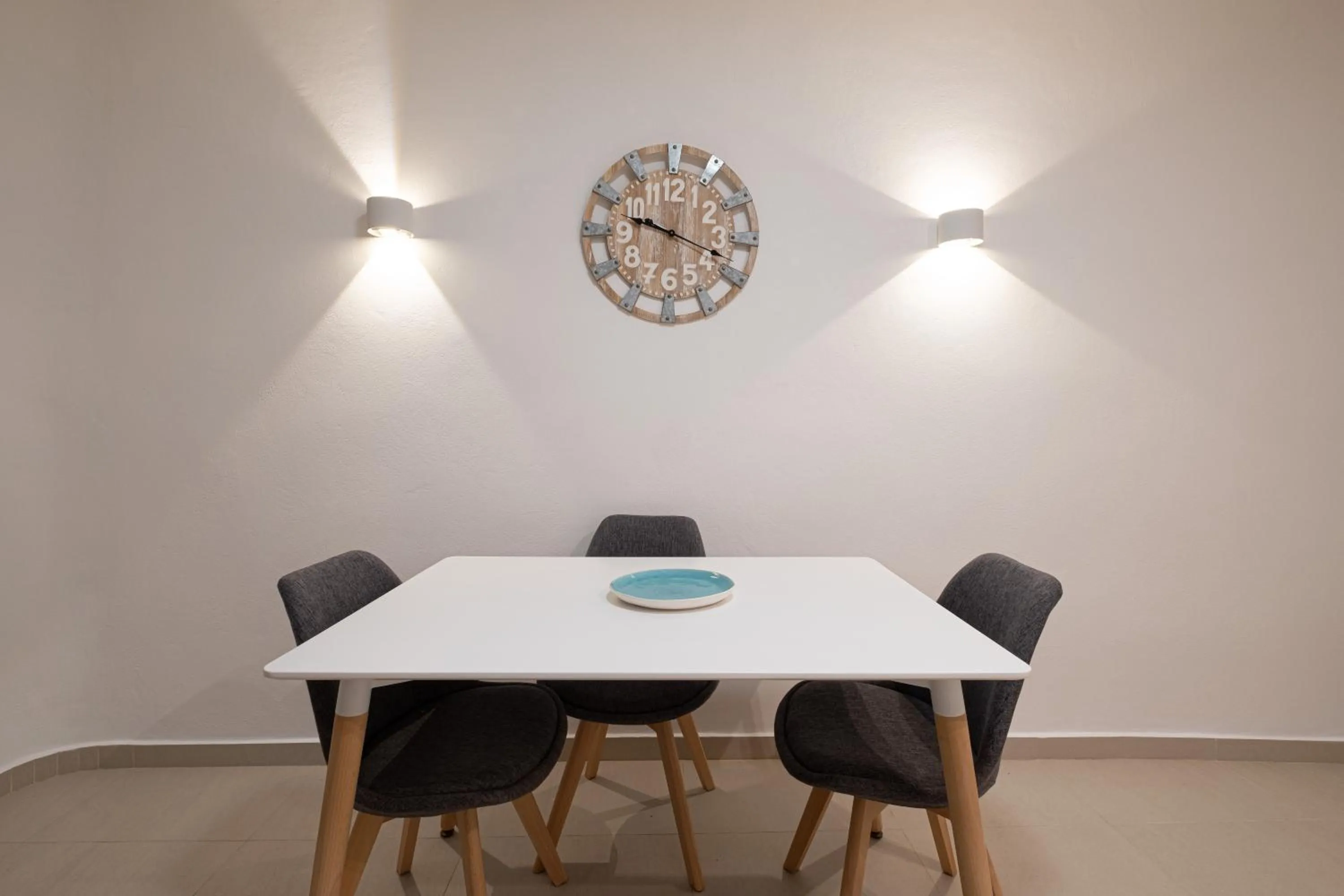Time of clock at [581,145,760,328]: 9:17
